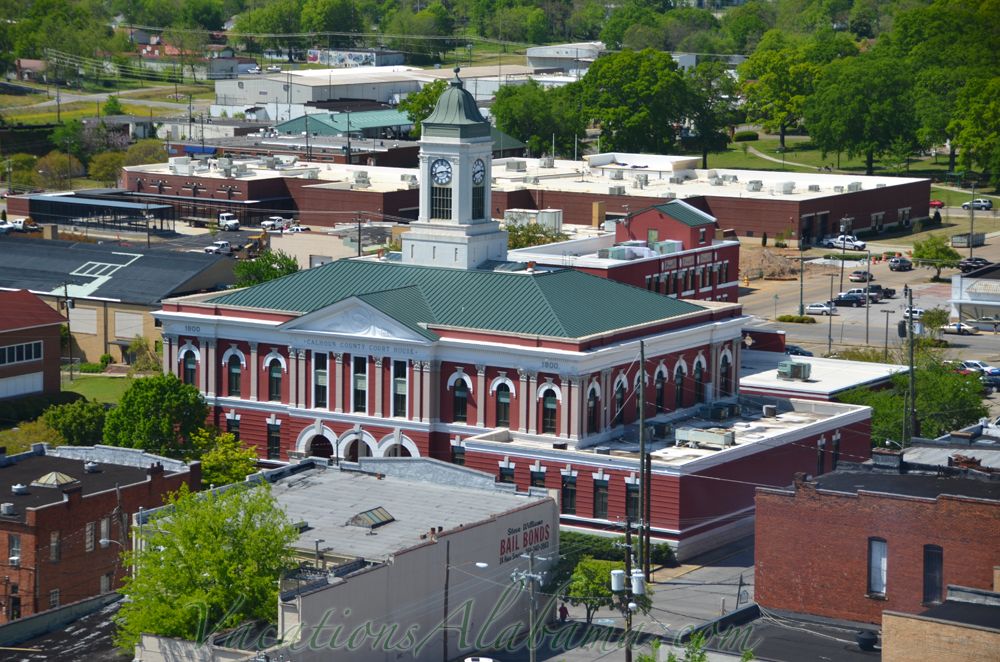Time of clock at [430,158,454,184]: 2:42
